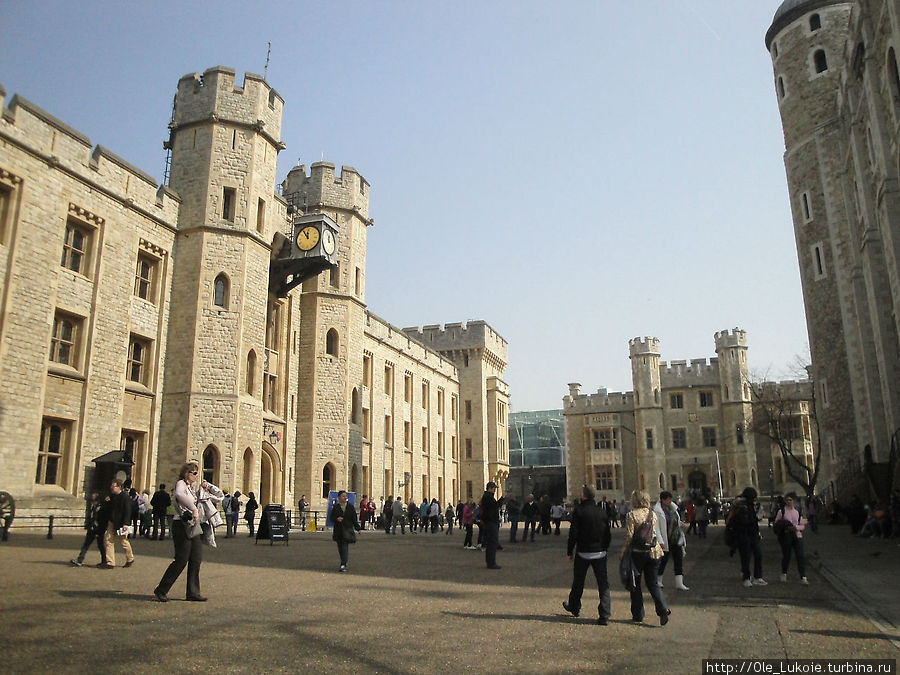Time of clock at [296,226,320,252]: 11:54
